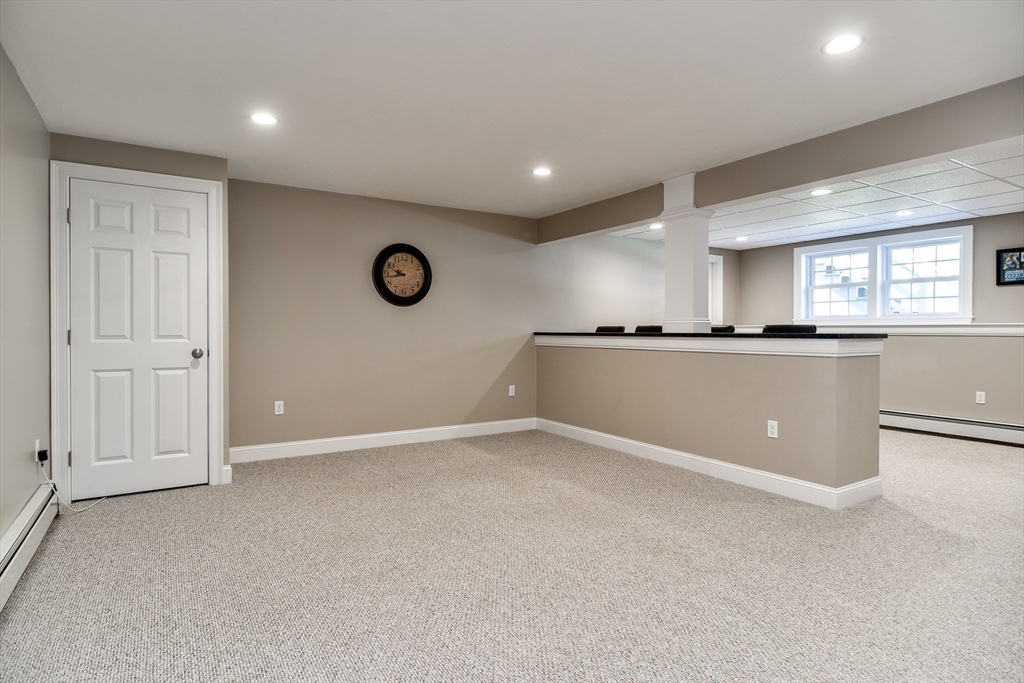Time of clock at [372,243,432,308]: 9:42
